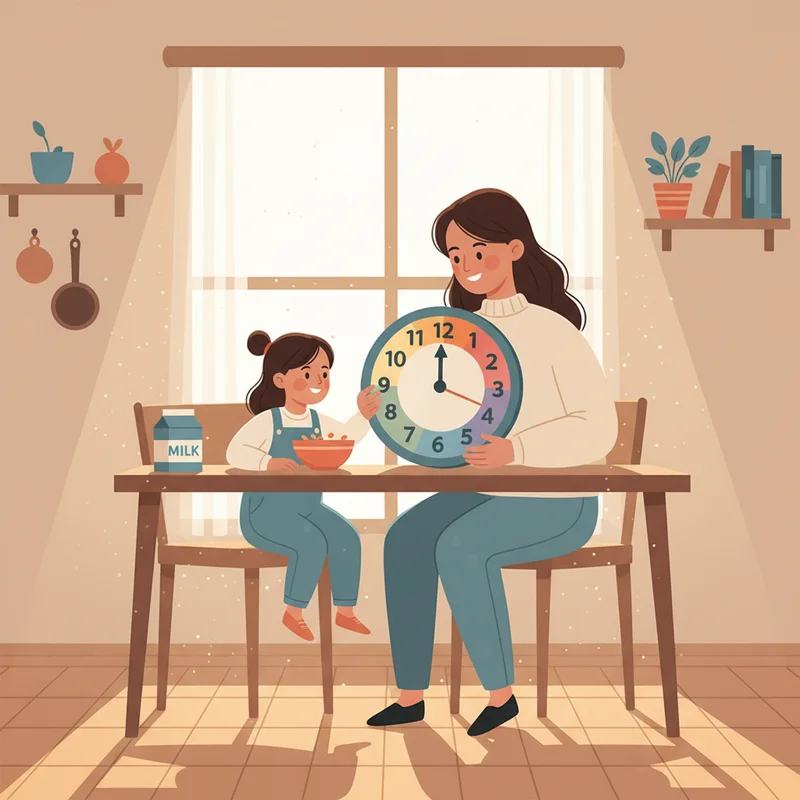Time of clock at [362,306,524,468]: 11:59
